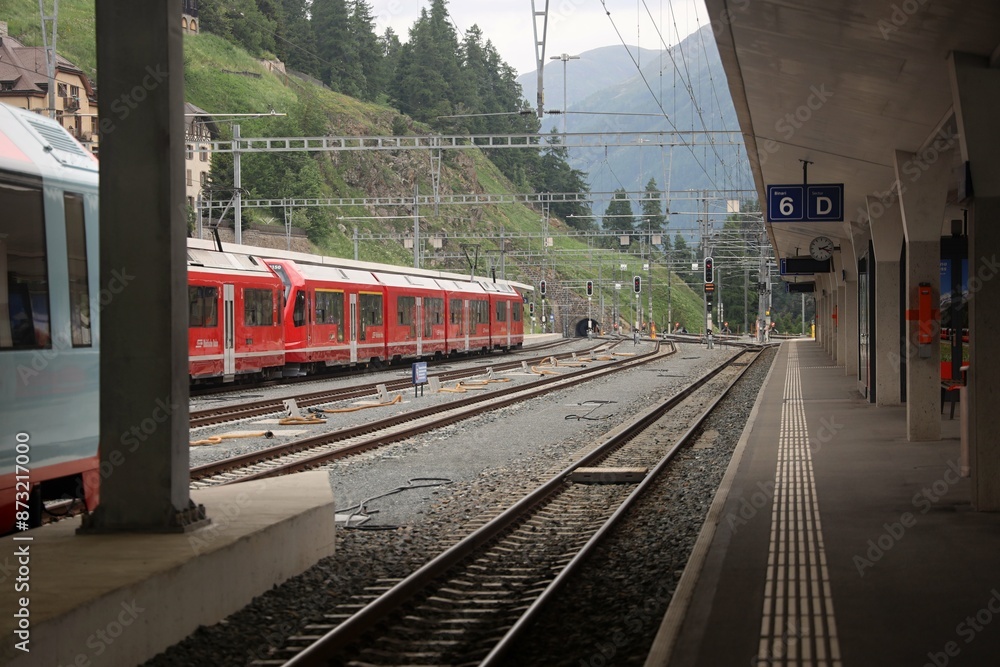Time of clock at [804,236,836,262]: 2:18
